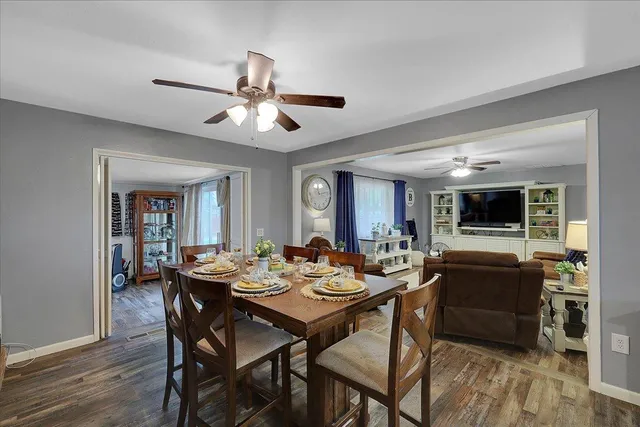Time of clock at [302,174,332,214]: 11:13
